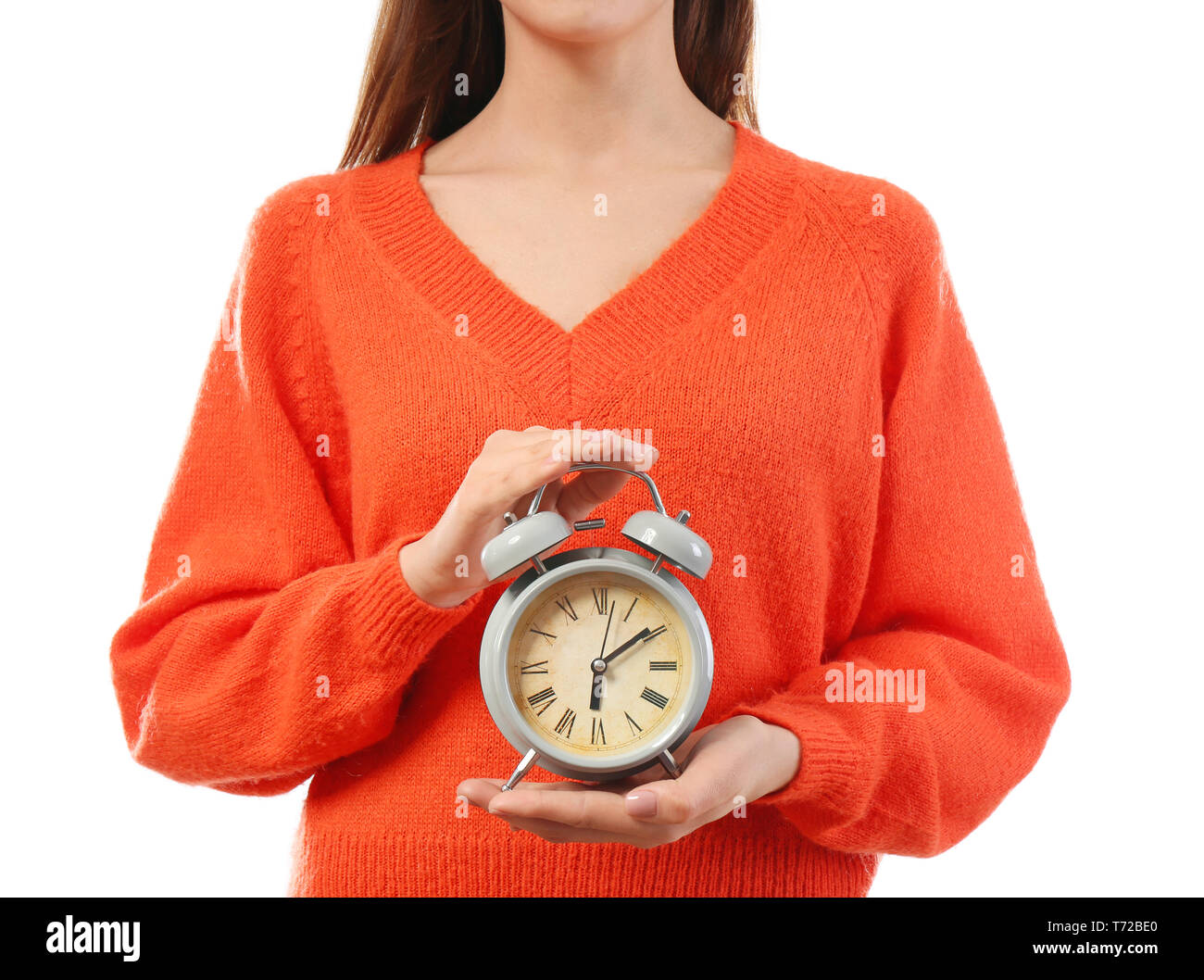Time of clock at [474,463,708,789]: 6:09
